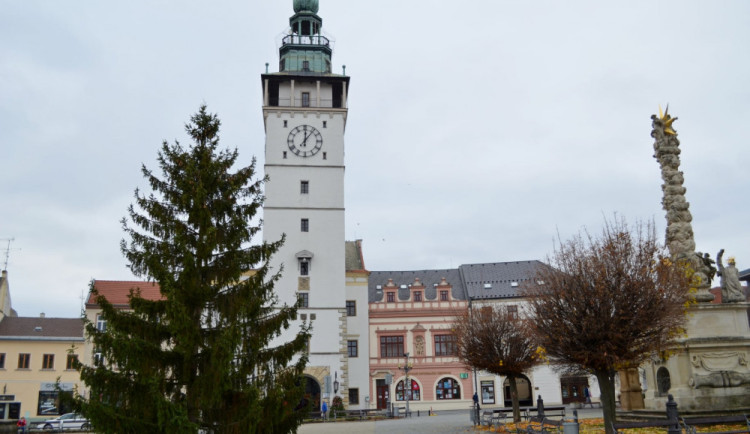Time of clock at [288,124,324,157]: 12:06
